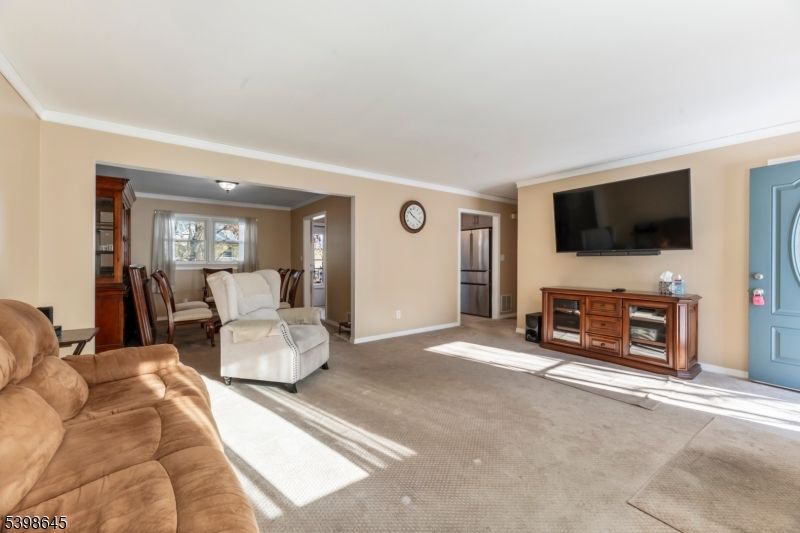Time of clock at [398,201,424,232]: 10:20
